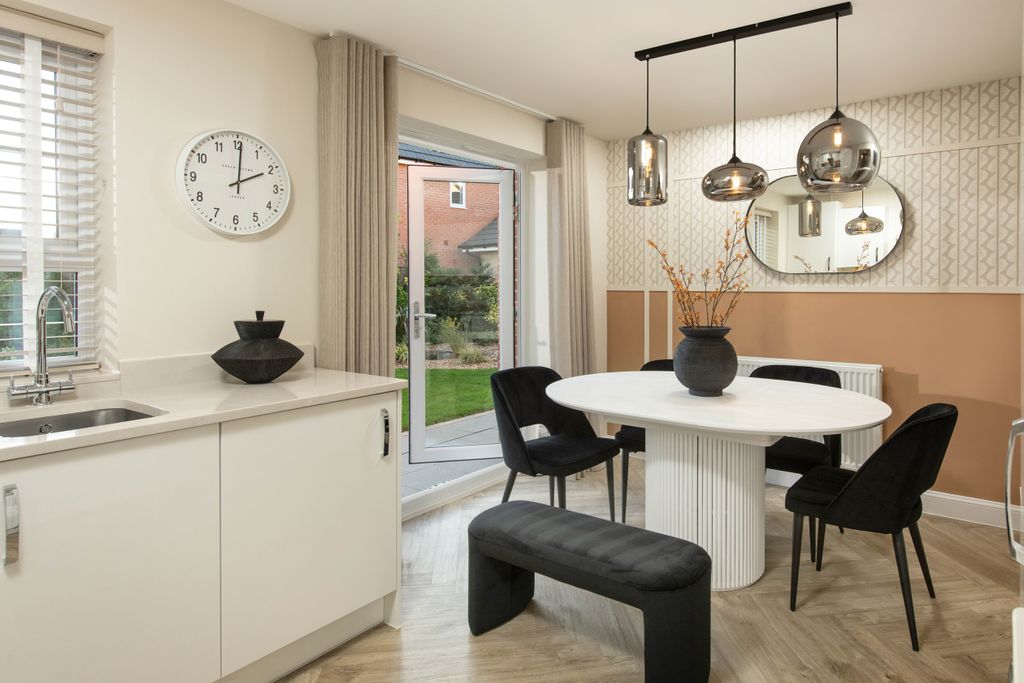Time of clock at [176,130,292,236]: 2:00
